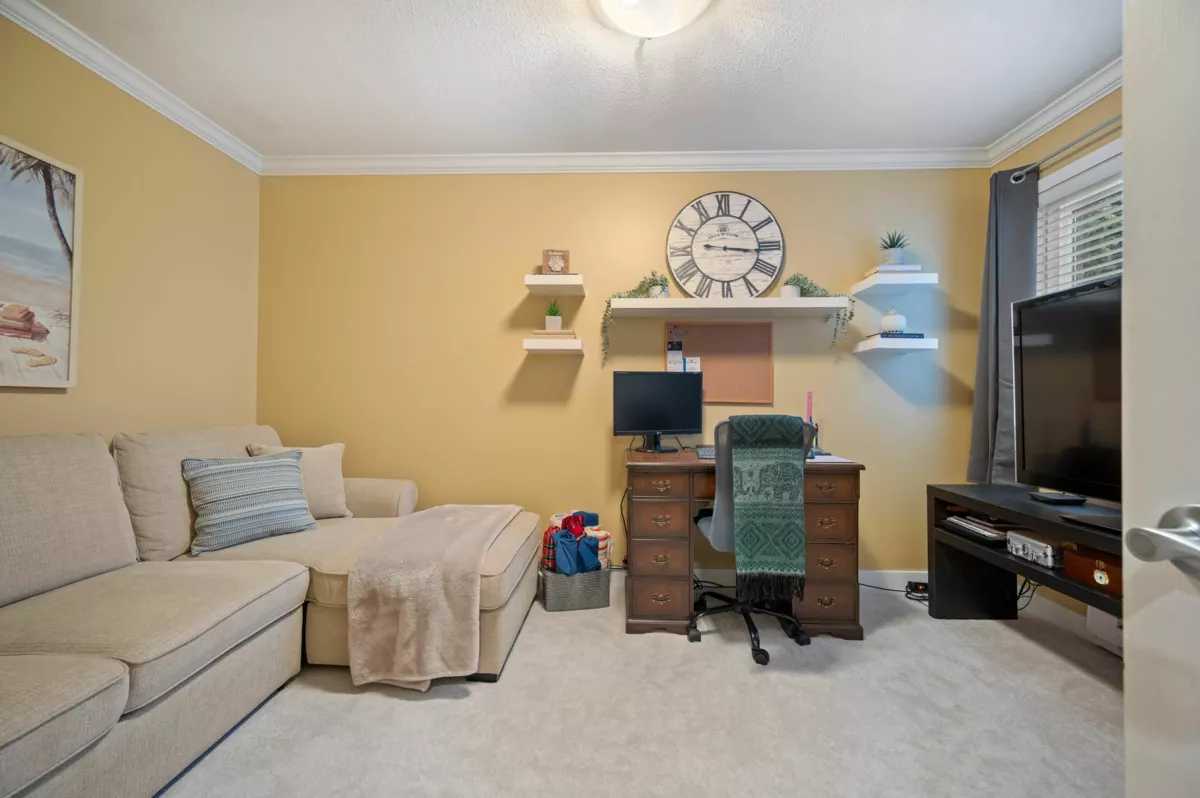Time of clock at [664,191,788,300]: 3:16
